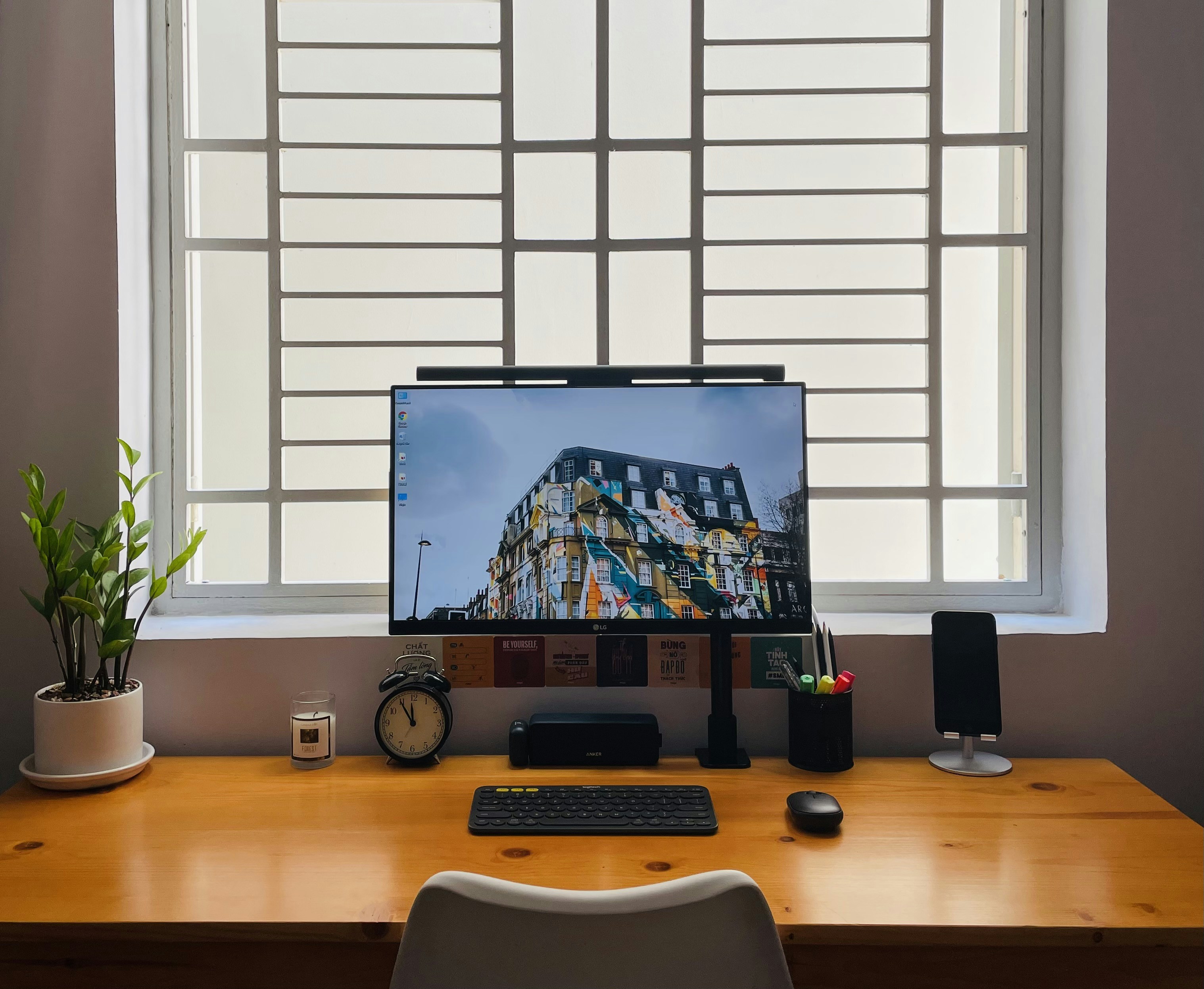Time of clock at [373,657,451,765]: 11:54
